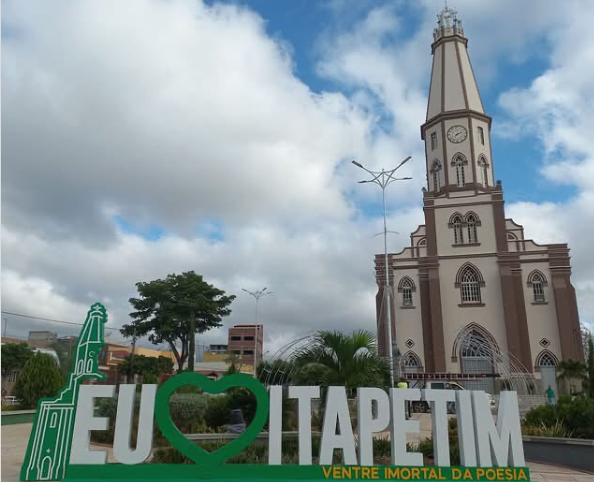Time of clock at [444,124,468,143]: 7:11
